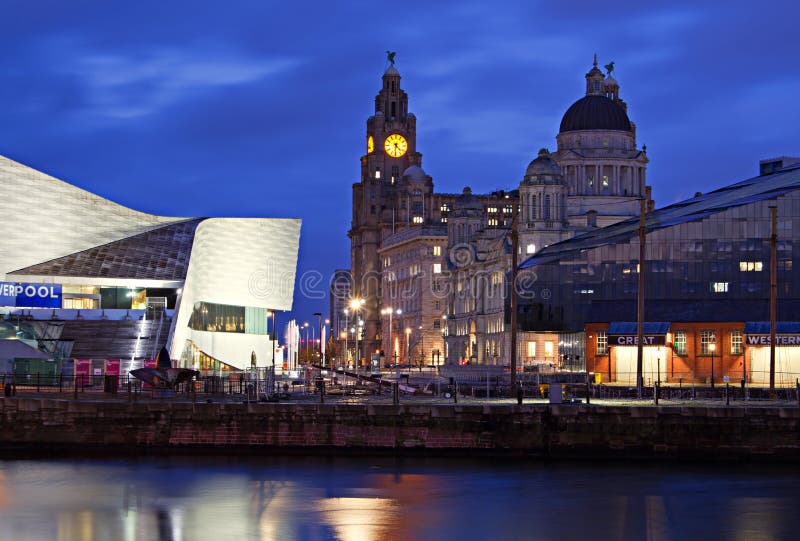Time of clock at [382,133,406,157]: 4:31
